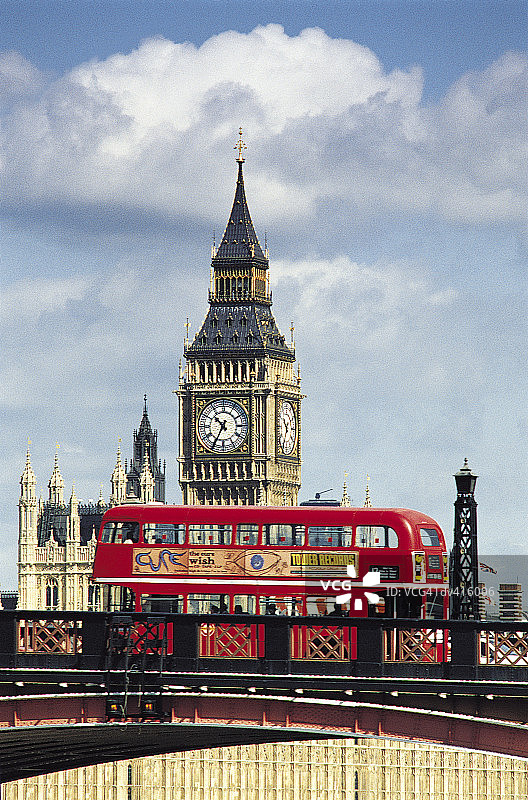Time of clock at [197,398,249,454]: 10:34
